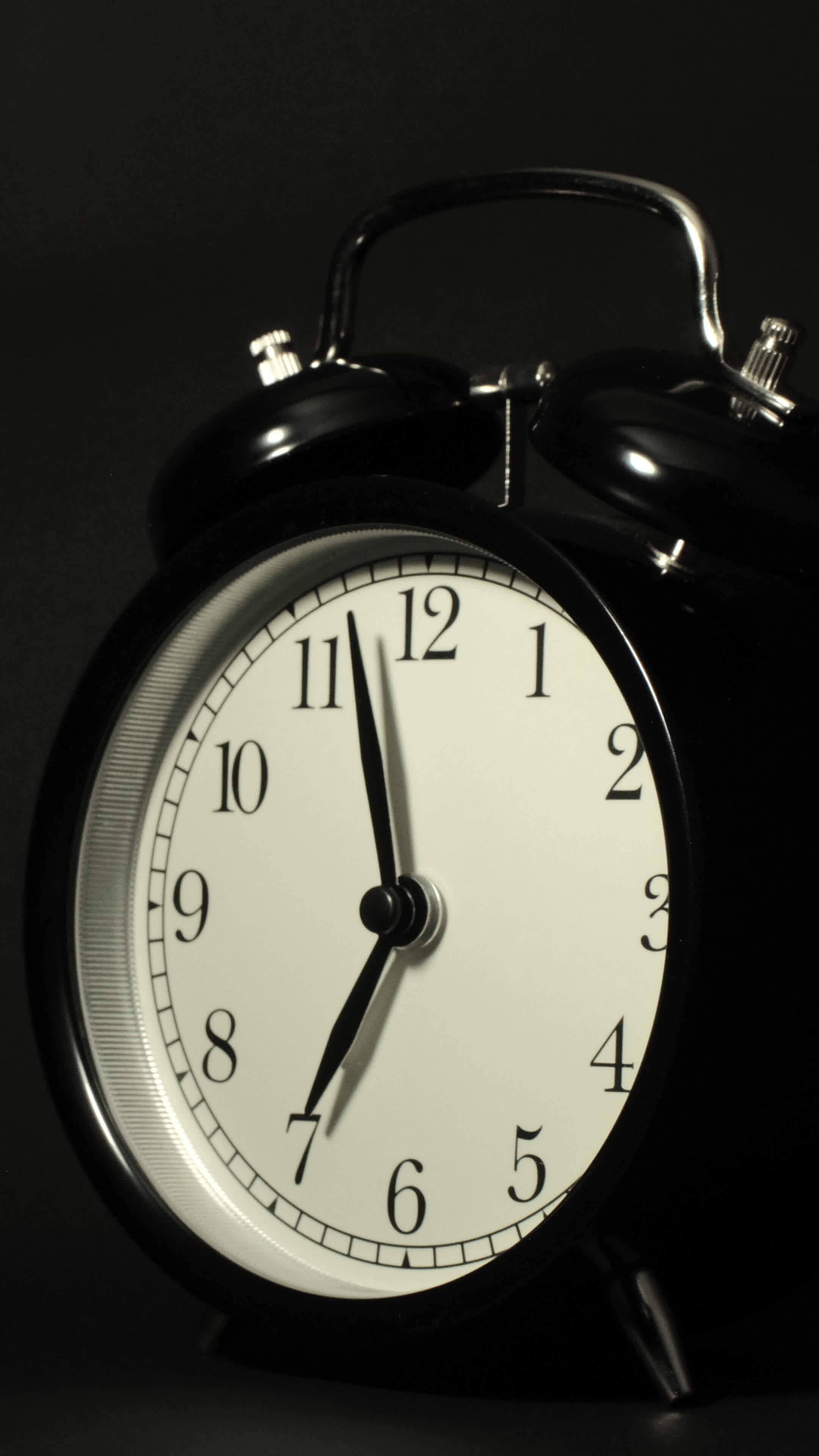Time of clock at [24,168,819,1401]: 6:57
